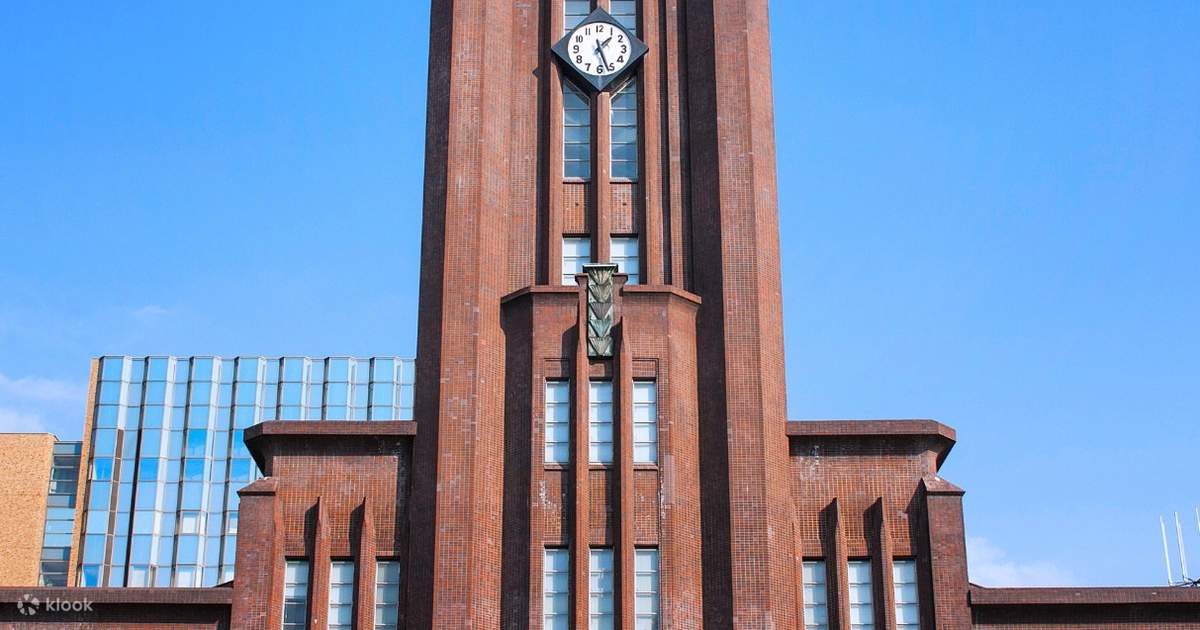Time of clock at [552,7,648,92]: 1:26
